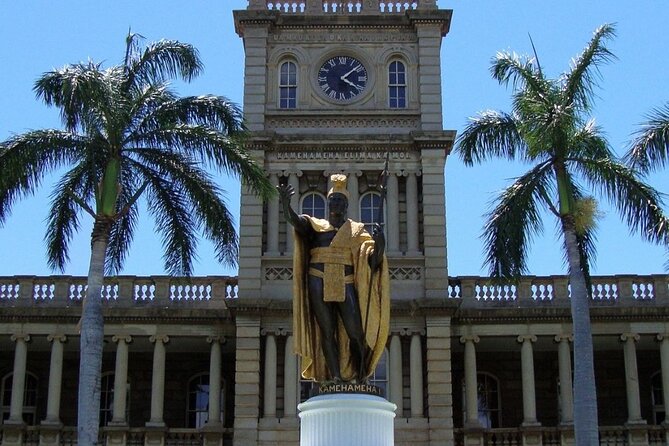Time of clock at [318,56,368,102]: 4:08
